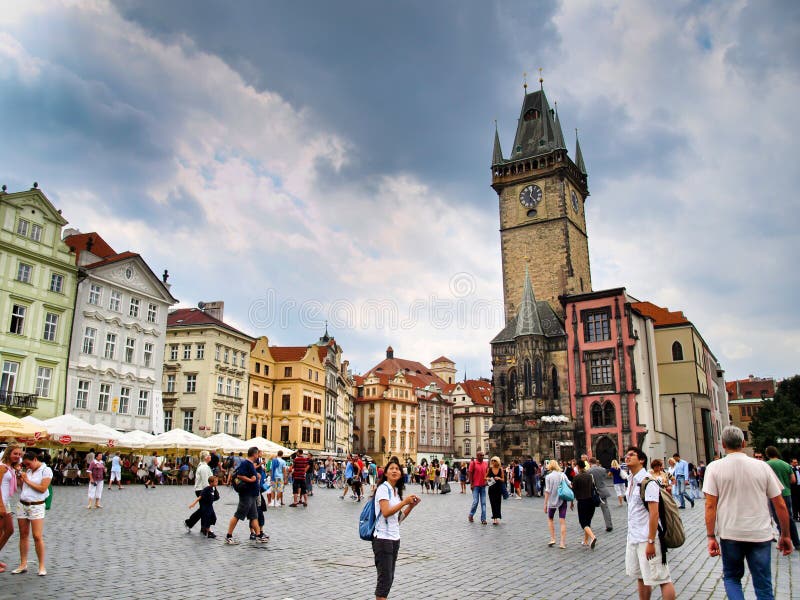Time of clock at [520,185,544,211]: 12:22
